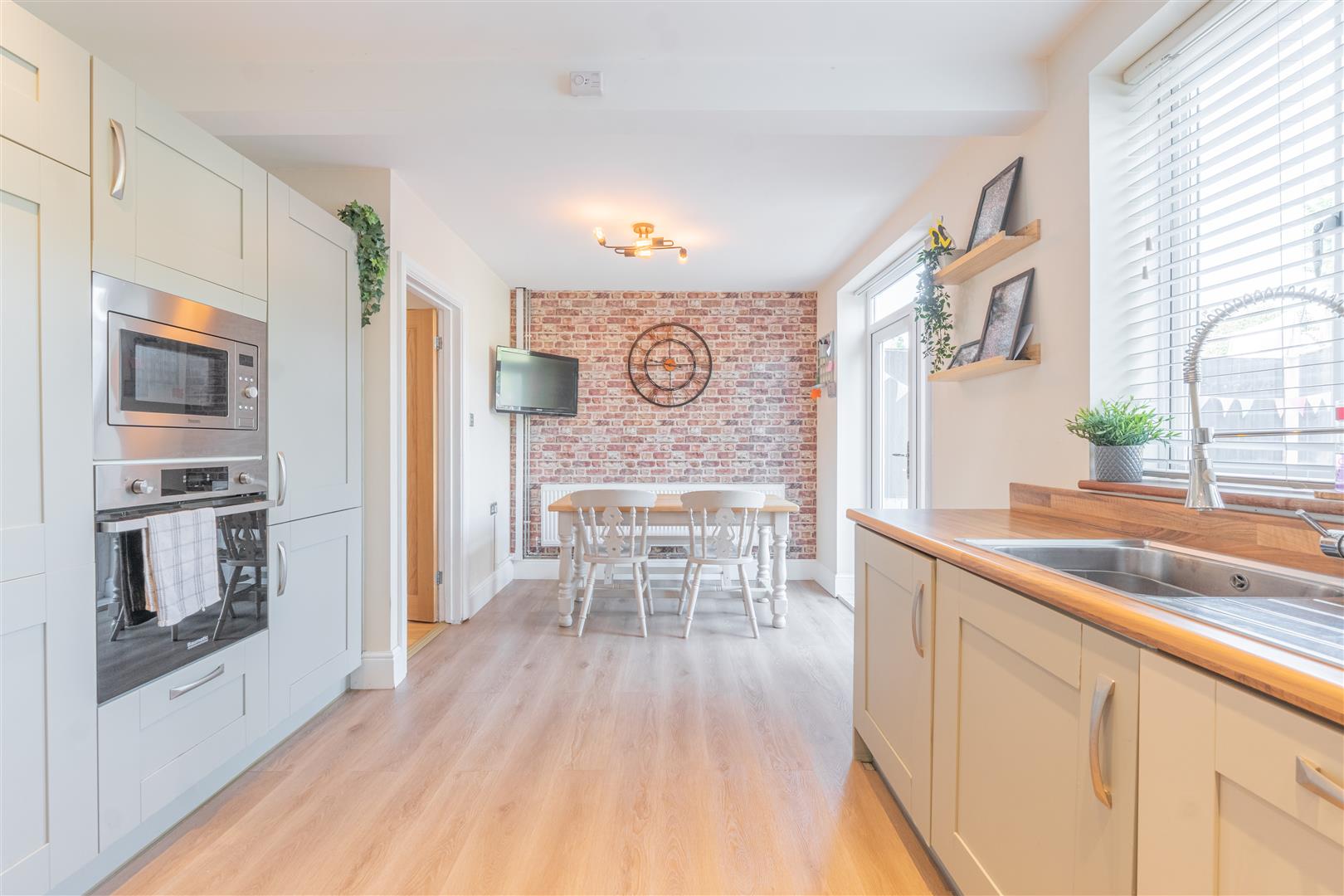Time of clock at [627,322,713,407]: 2:45
